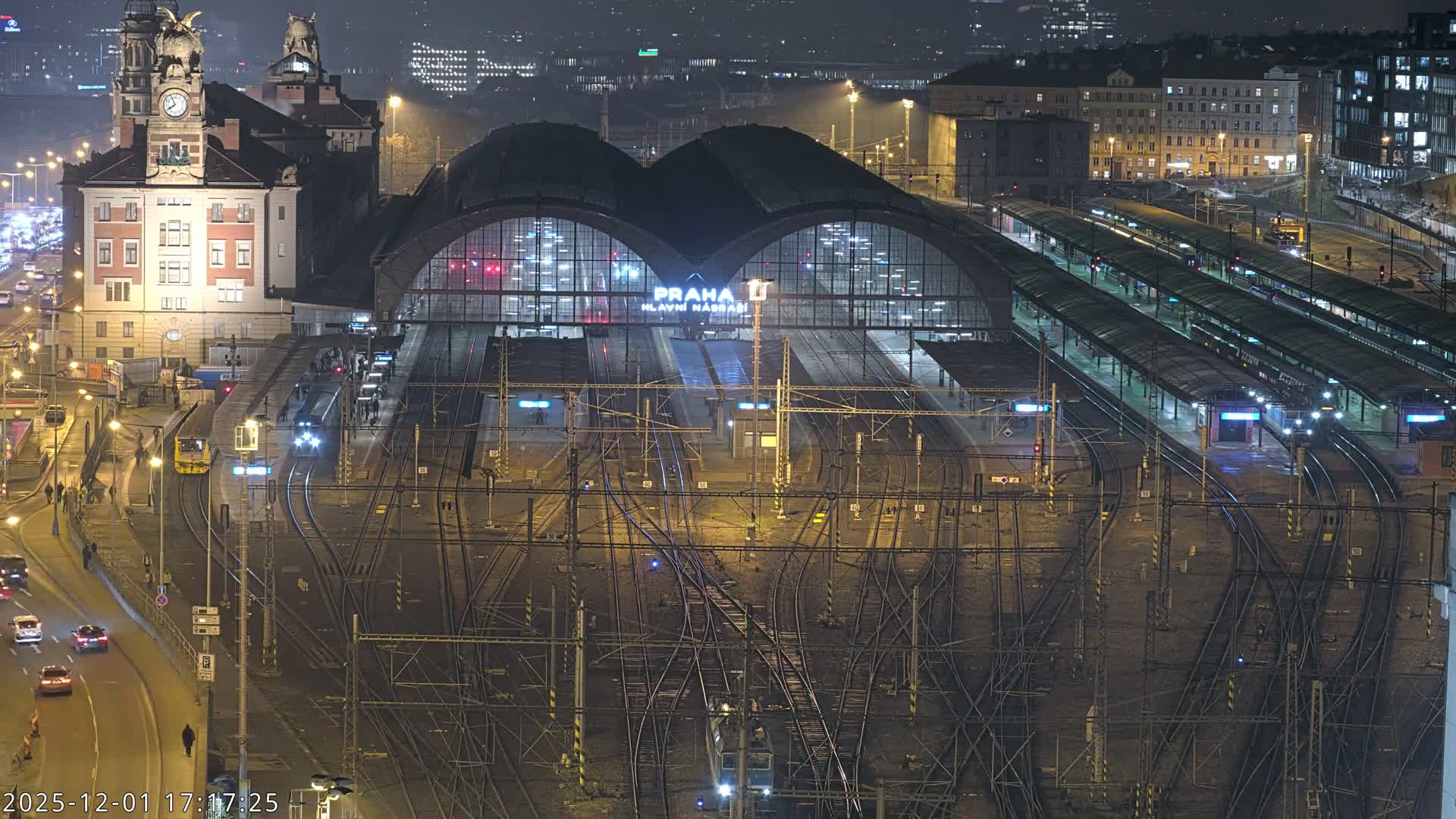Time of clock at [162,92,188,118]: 7:55
